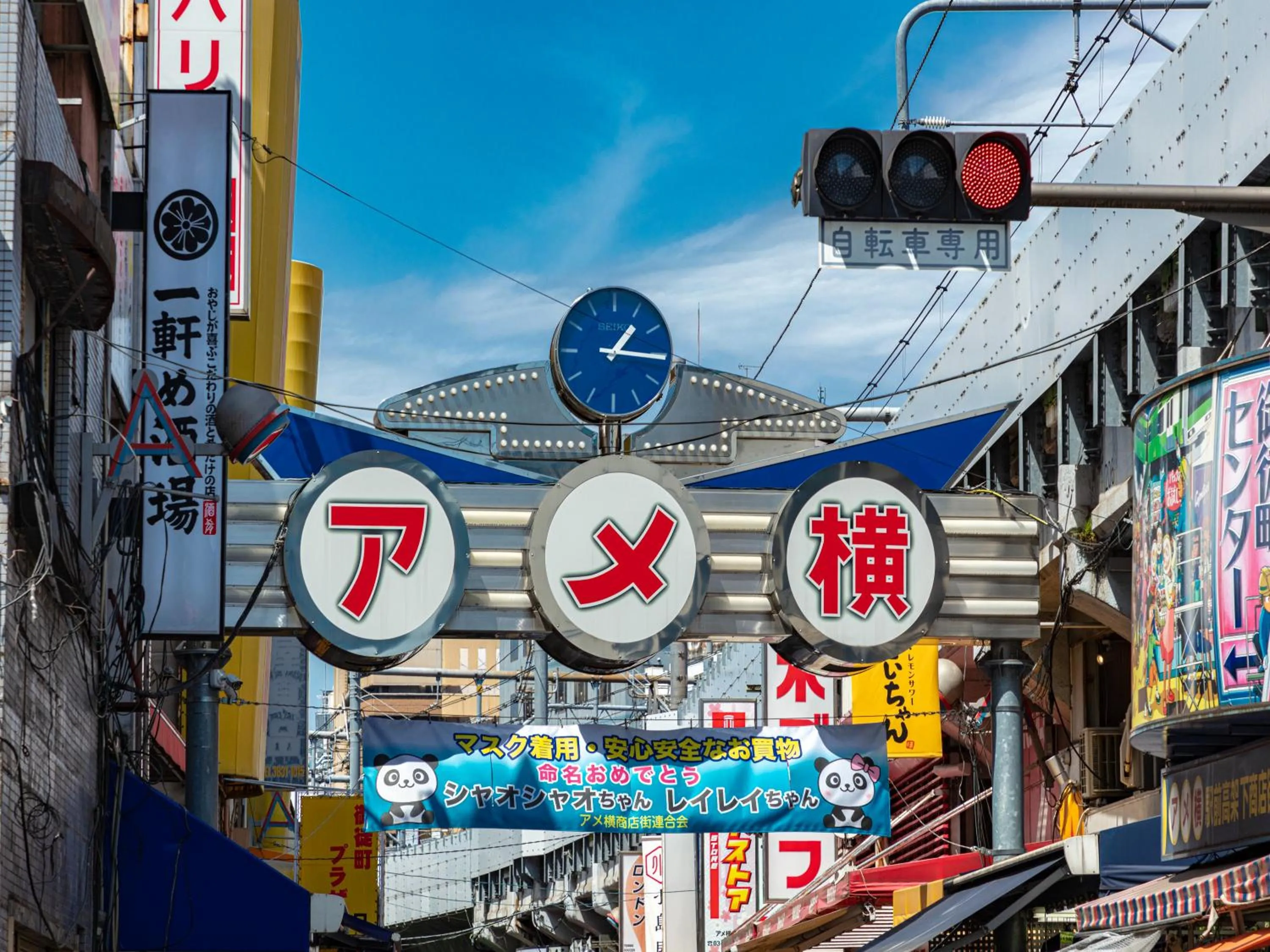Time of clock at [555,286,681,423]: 1:15
